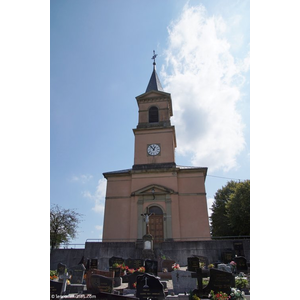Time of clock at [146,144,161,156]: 12:53
